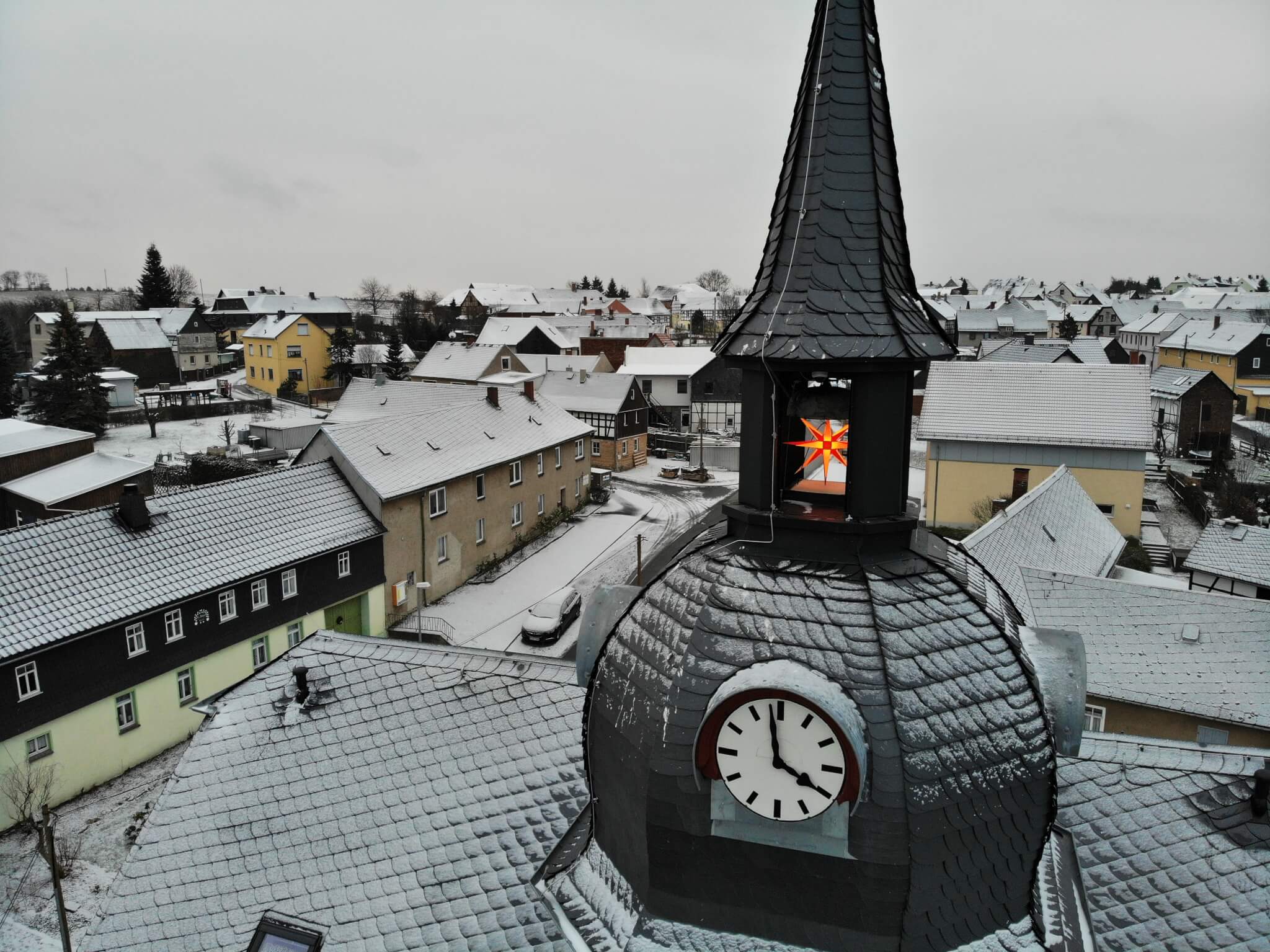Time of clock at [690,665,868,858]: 3:58
